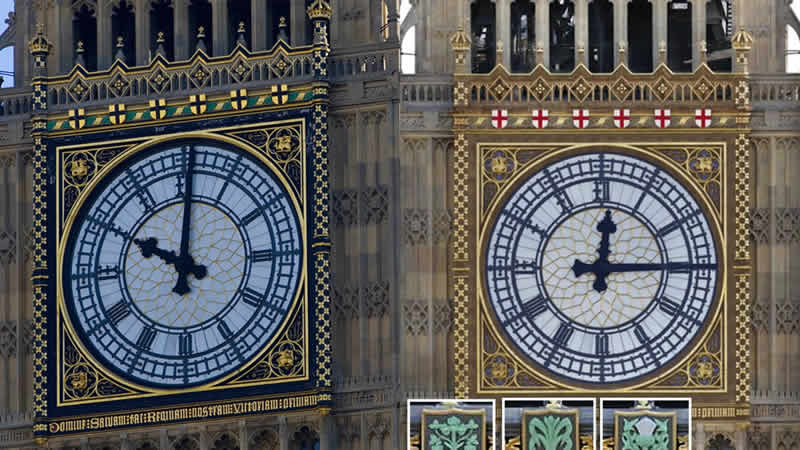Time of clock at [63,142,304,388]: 10:00
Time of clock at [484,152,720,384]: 12:14
